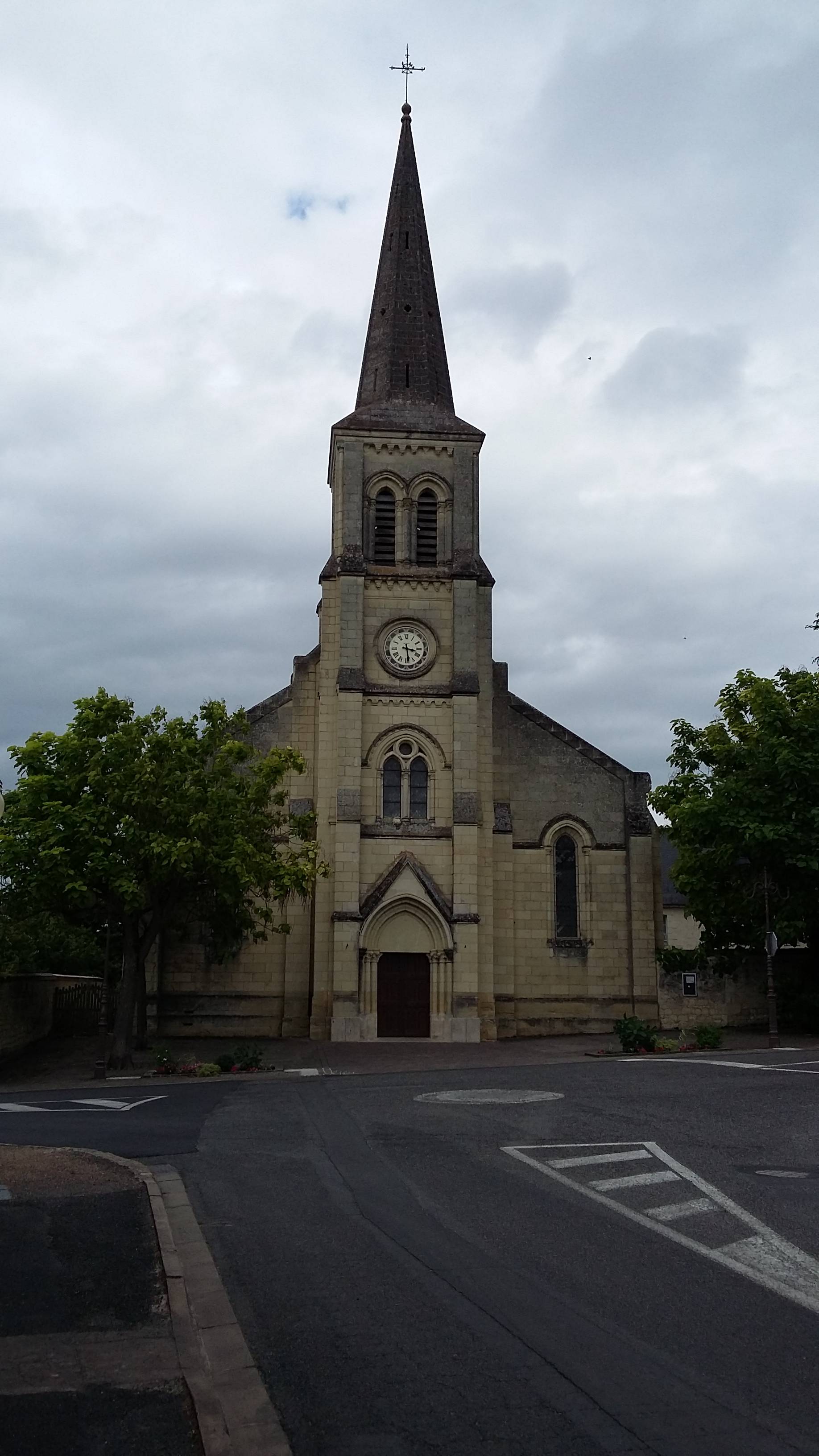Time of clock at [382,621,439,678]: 3:28
